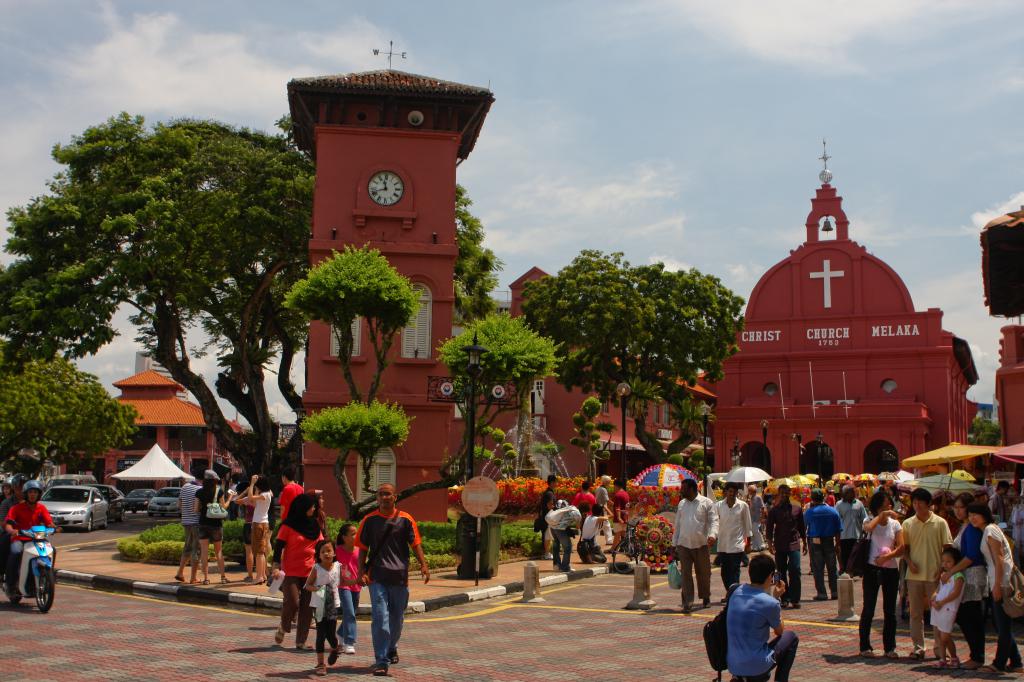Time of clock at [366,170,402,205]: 11:41
